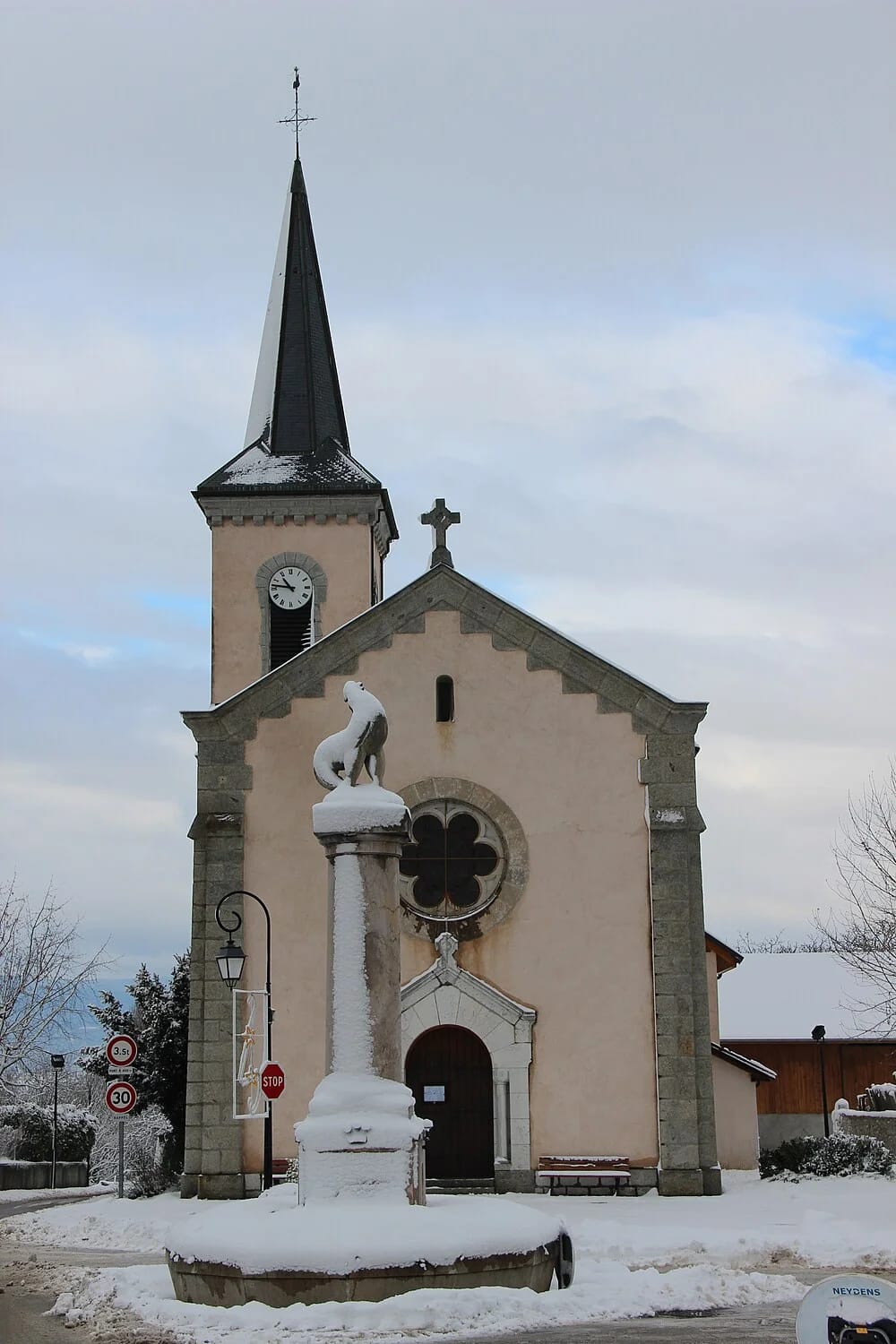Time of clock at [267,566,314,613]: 10:46
